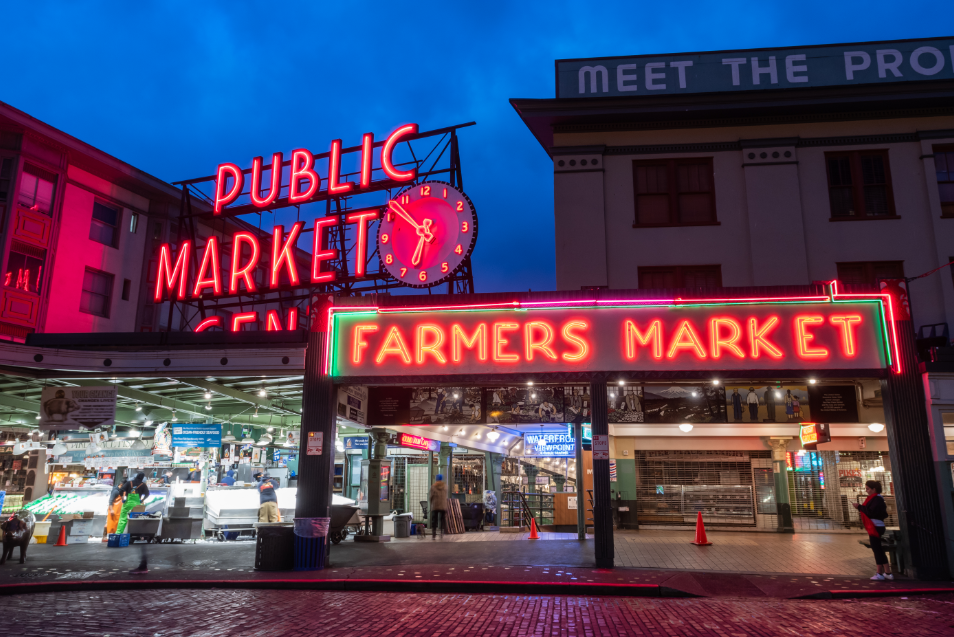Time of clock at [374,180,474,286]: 6:52
